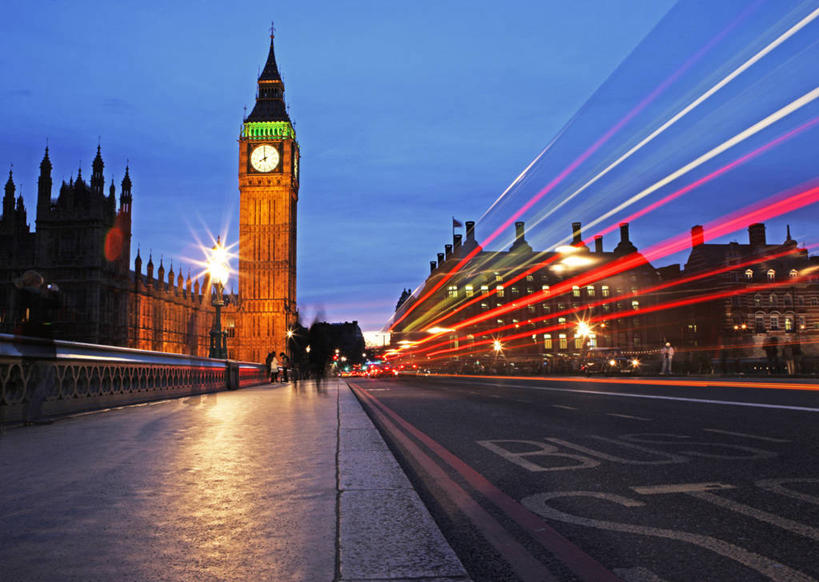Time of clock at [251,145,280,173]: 7:59
